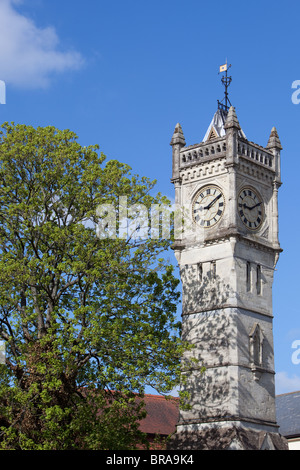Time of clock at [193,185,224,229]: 9:09
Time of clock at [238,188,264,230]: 9:10
